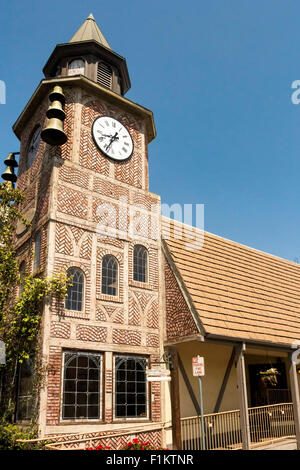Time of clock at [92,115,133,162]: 8:34
